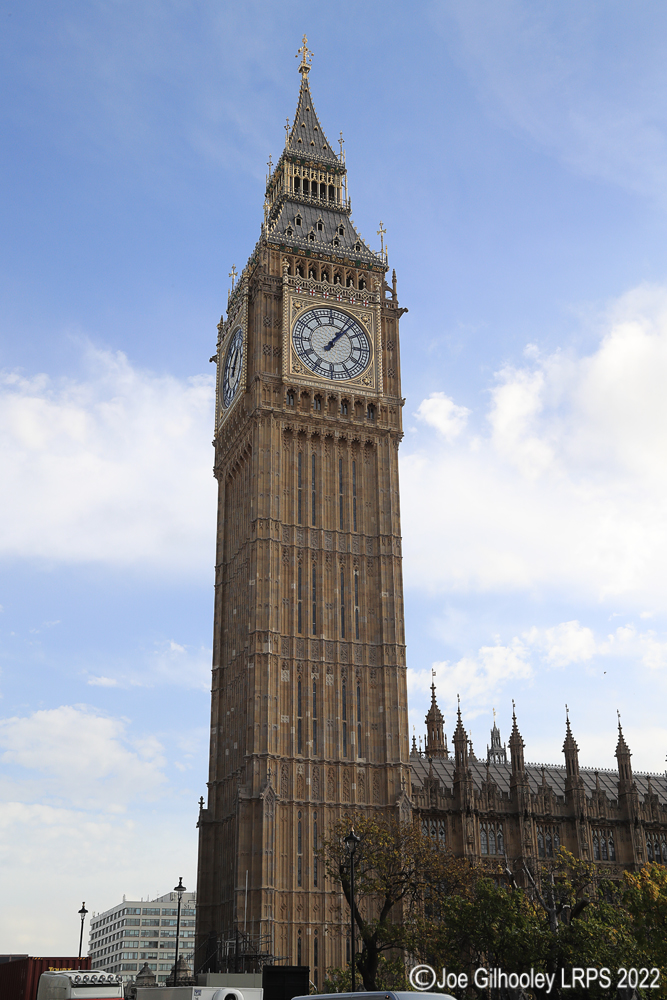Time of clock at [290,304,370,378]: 1:07
